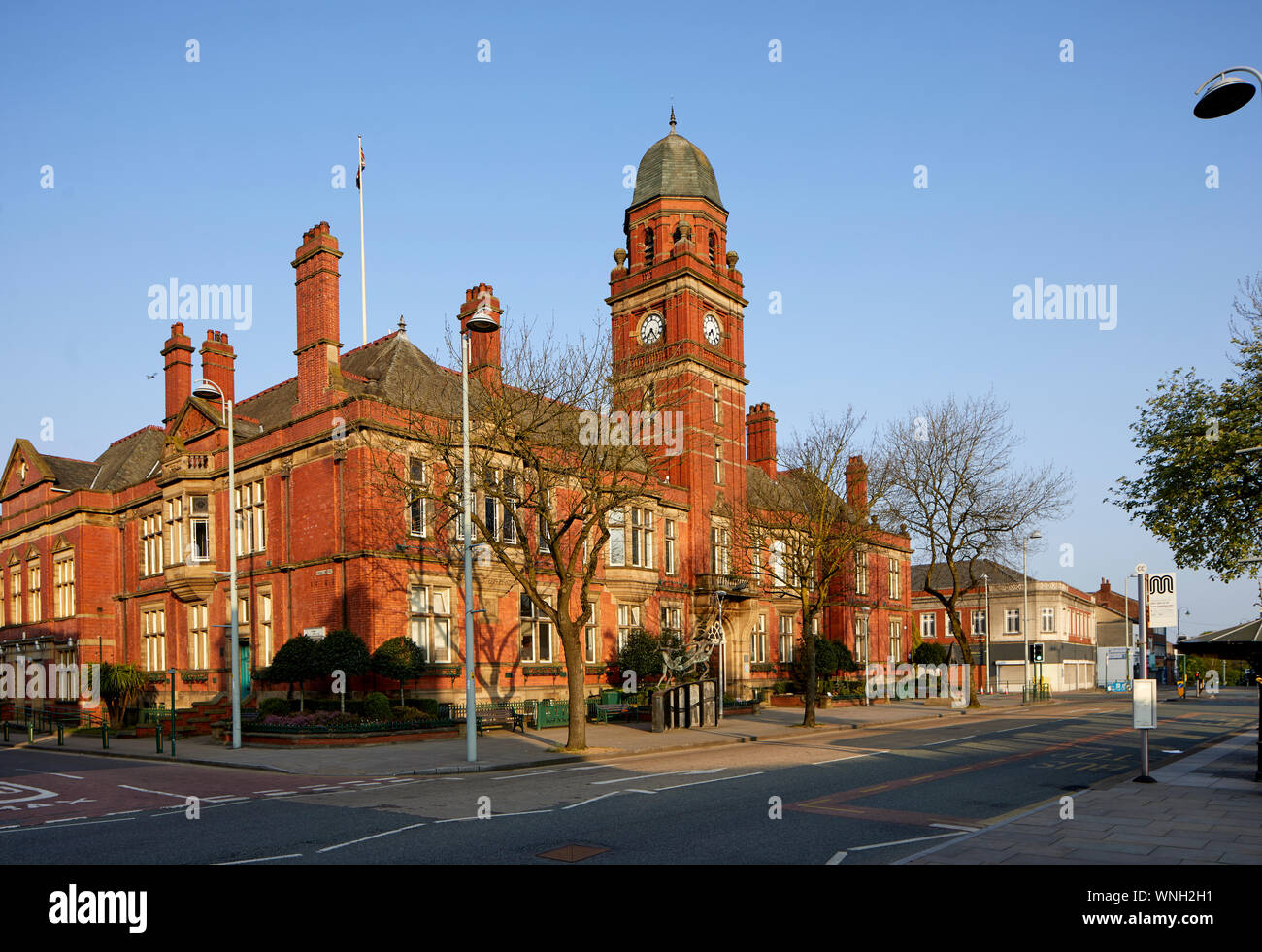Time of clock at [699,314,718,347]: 7:25
